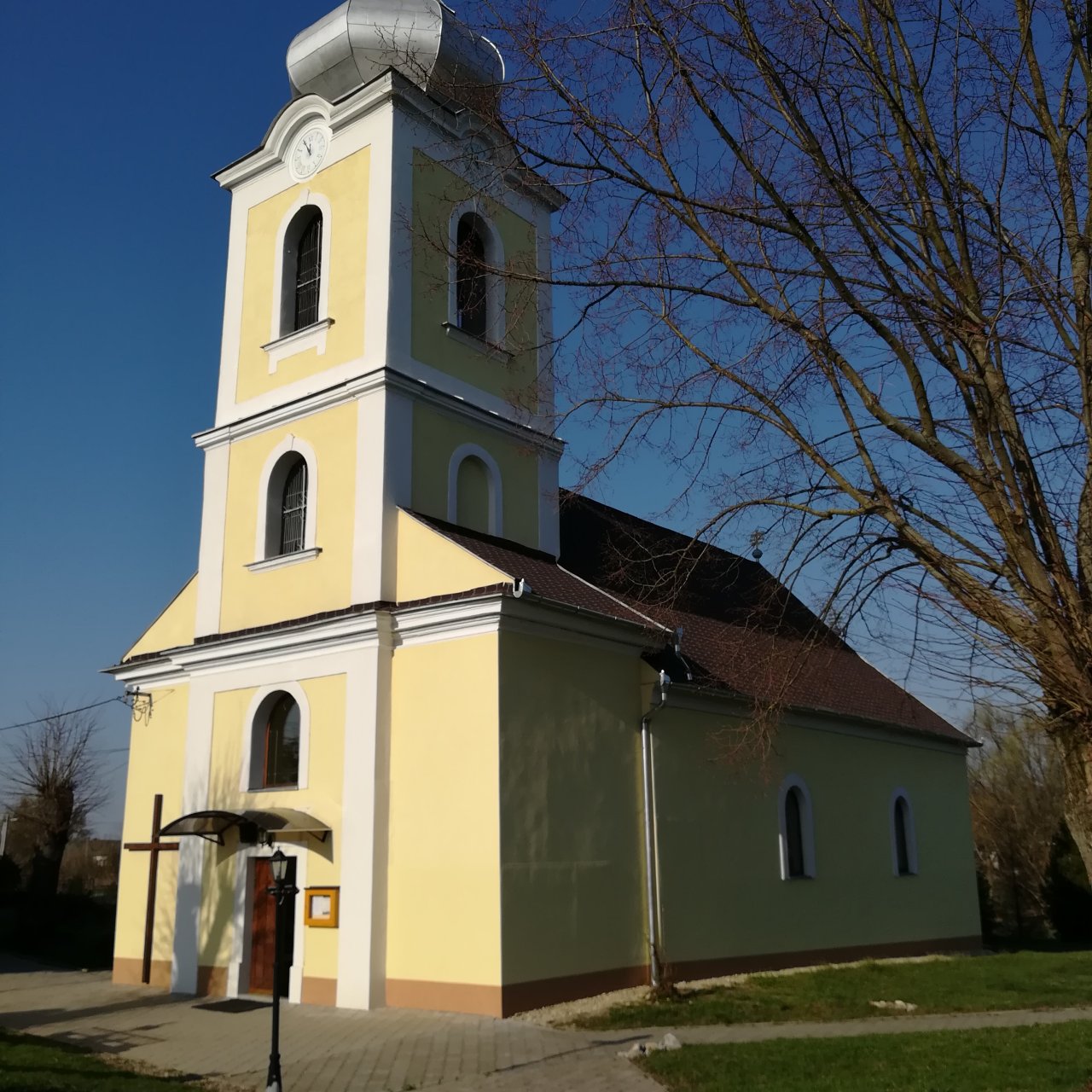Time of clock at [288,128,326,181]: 11:55
